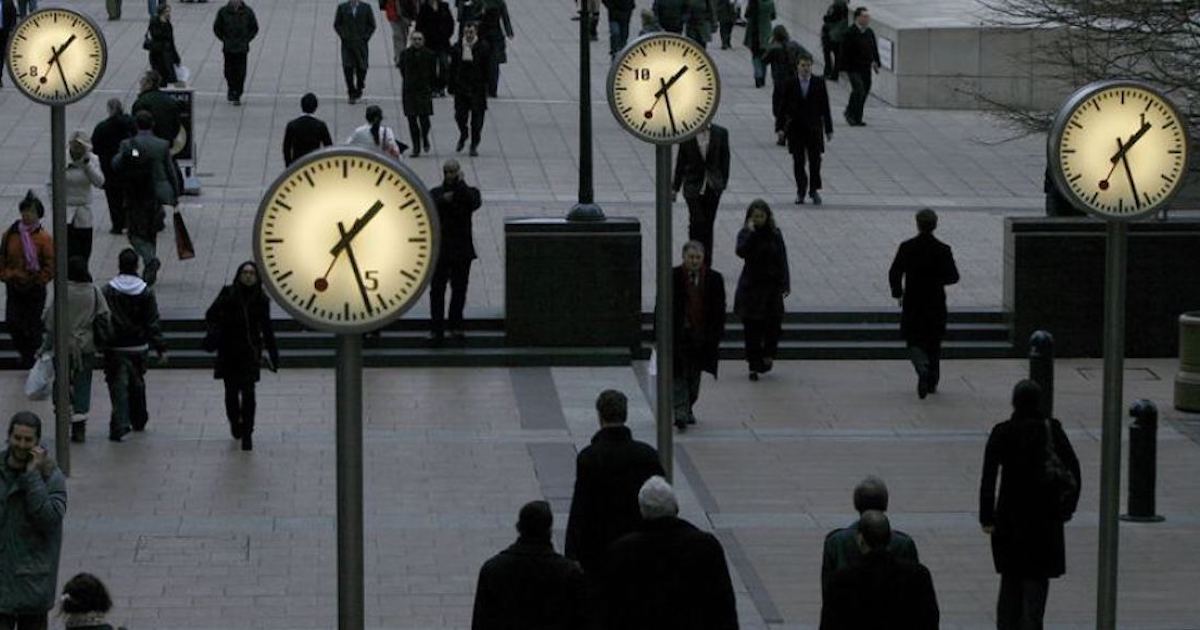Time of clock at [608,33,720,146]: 1:27
